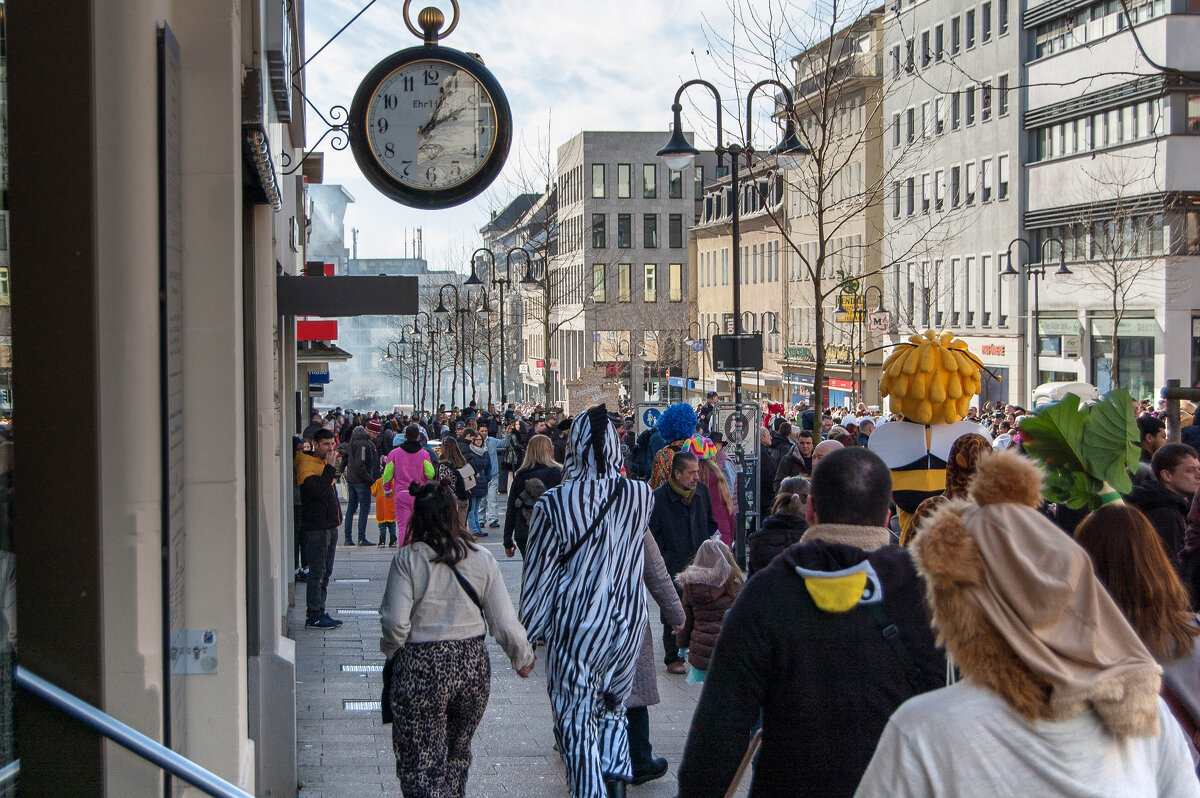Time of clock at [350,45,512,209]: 2:04
